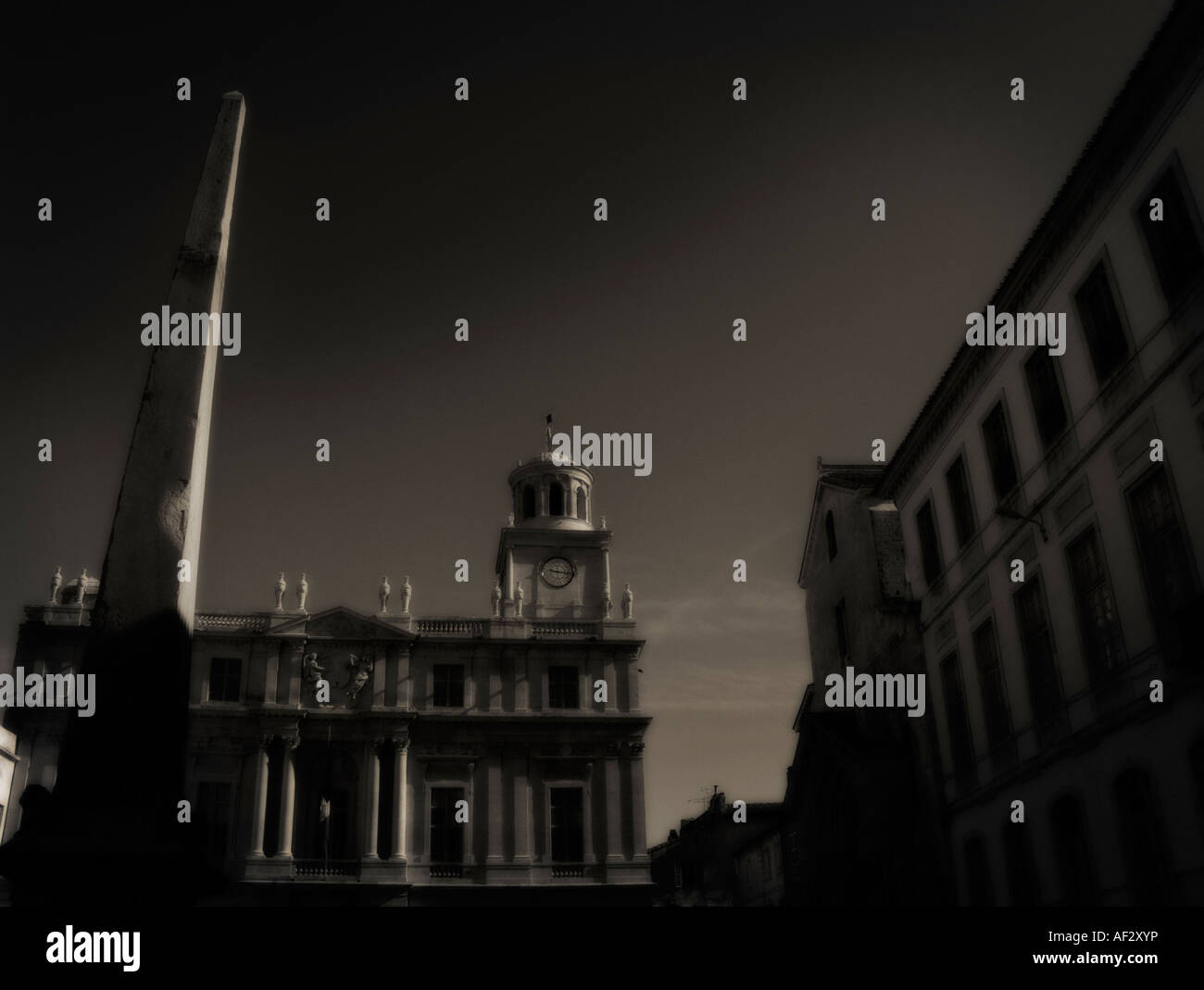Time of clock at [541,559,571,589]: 9:15
